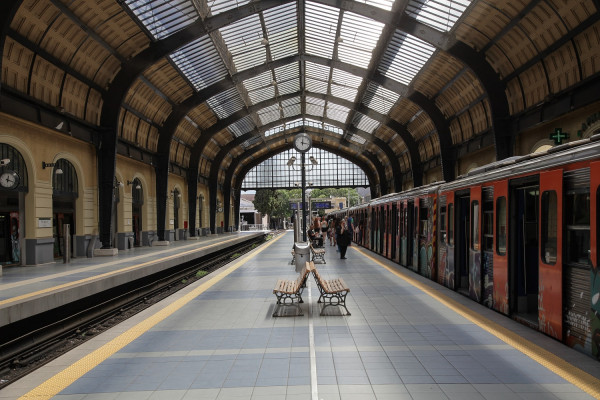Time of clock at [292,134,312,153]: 12:16
